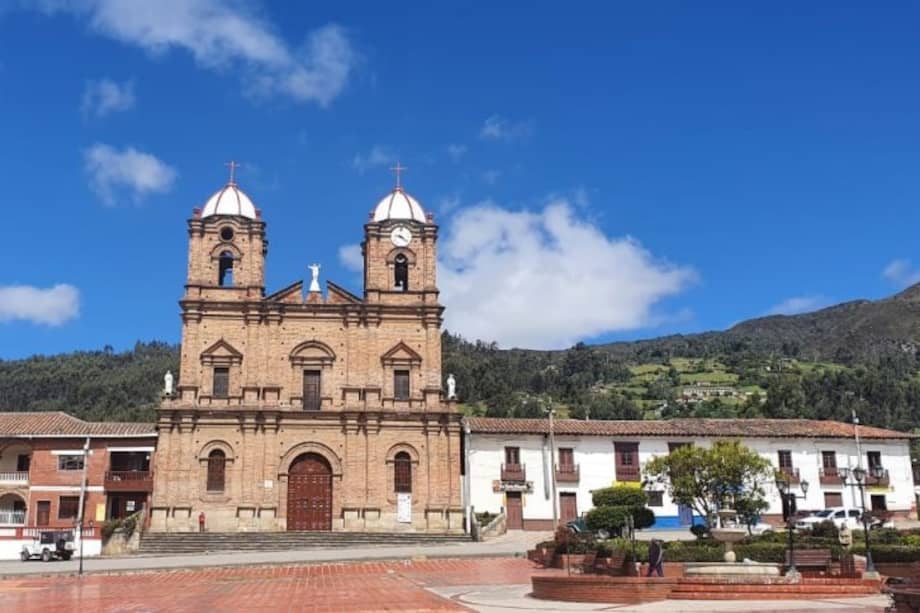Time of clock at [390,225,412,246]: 9:22
